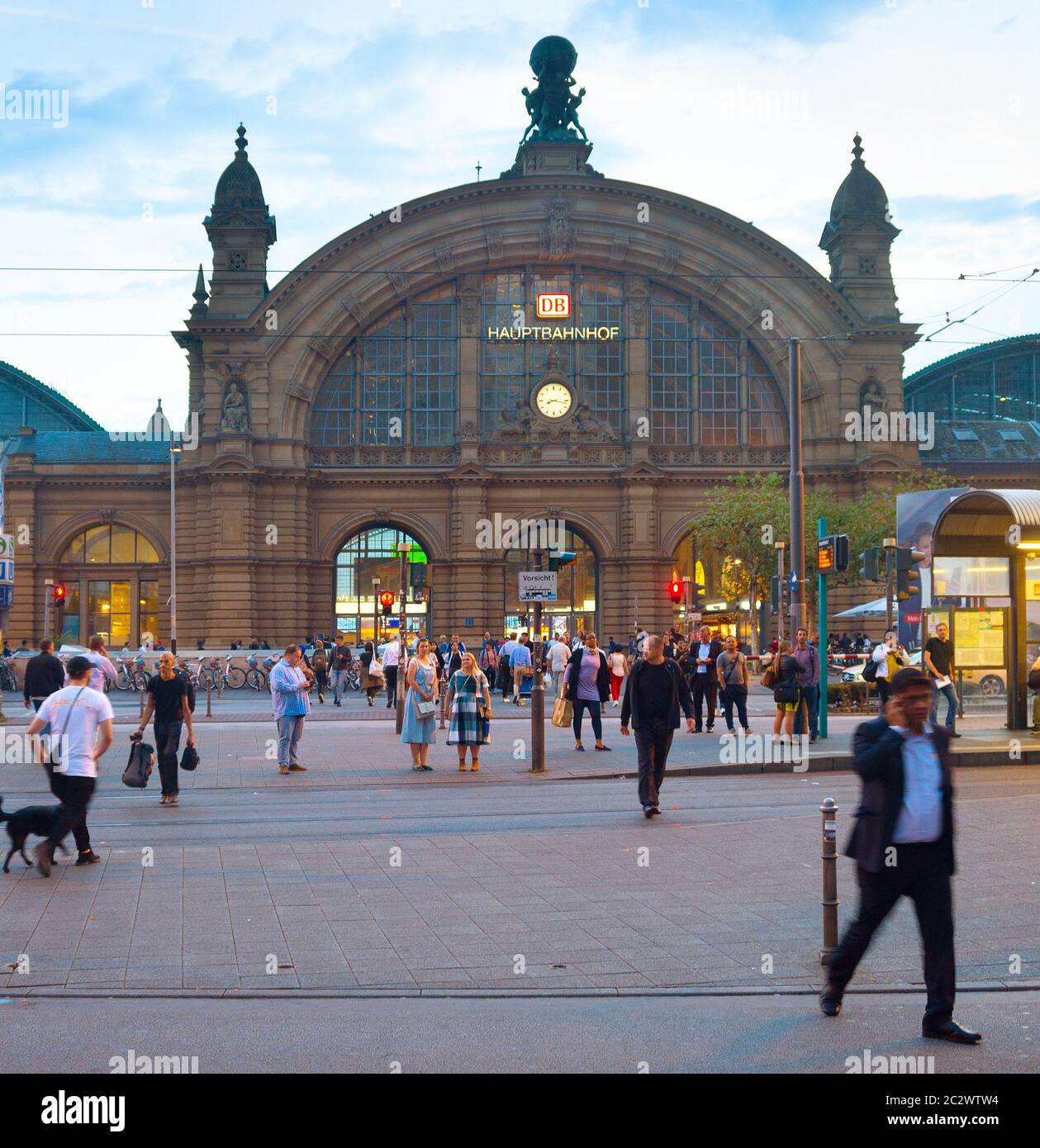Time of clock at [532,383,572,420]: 8:17
